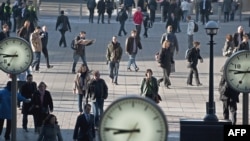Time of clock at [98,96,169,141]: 8:45
